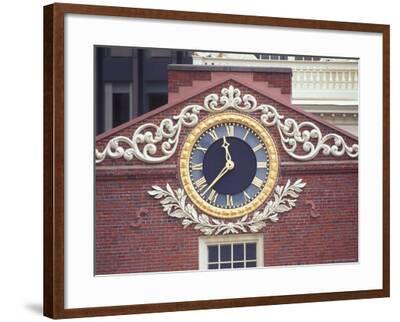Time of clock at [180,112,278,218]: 11:37
